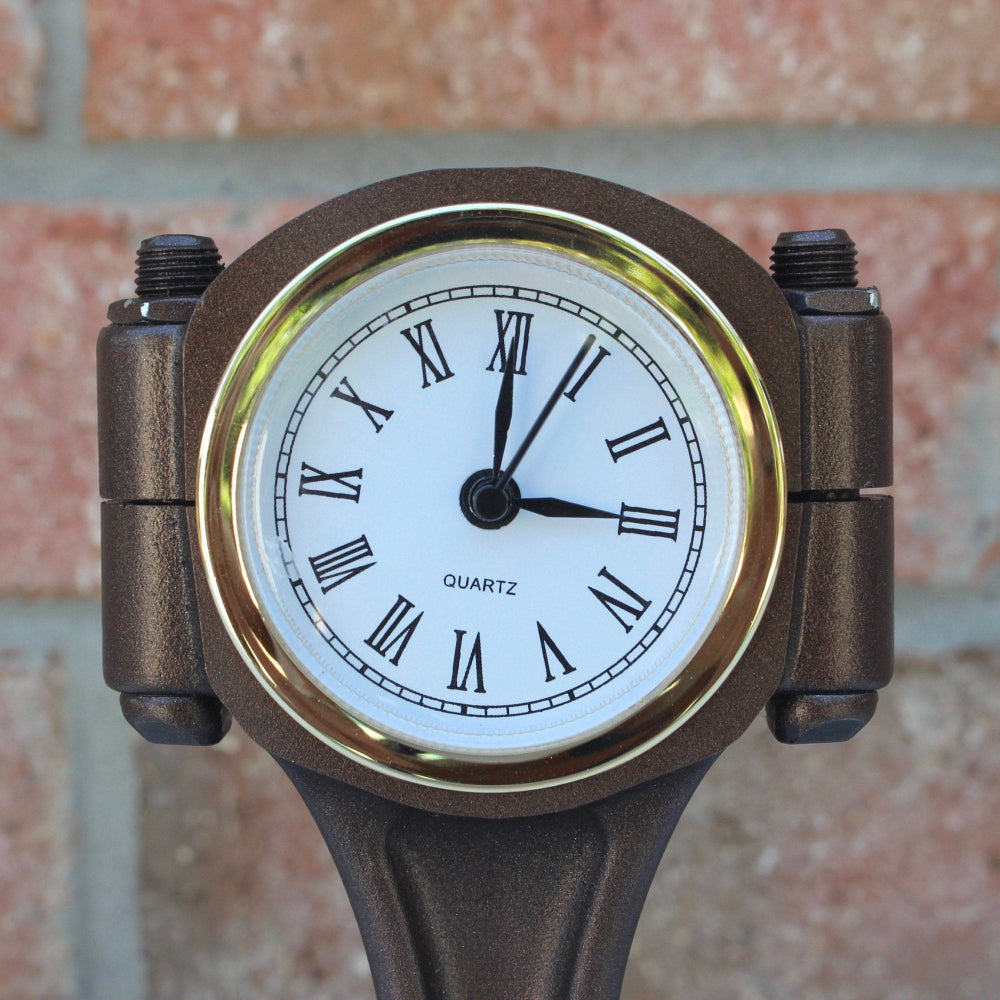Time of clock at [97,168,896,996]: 3:00
